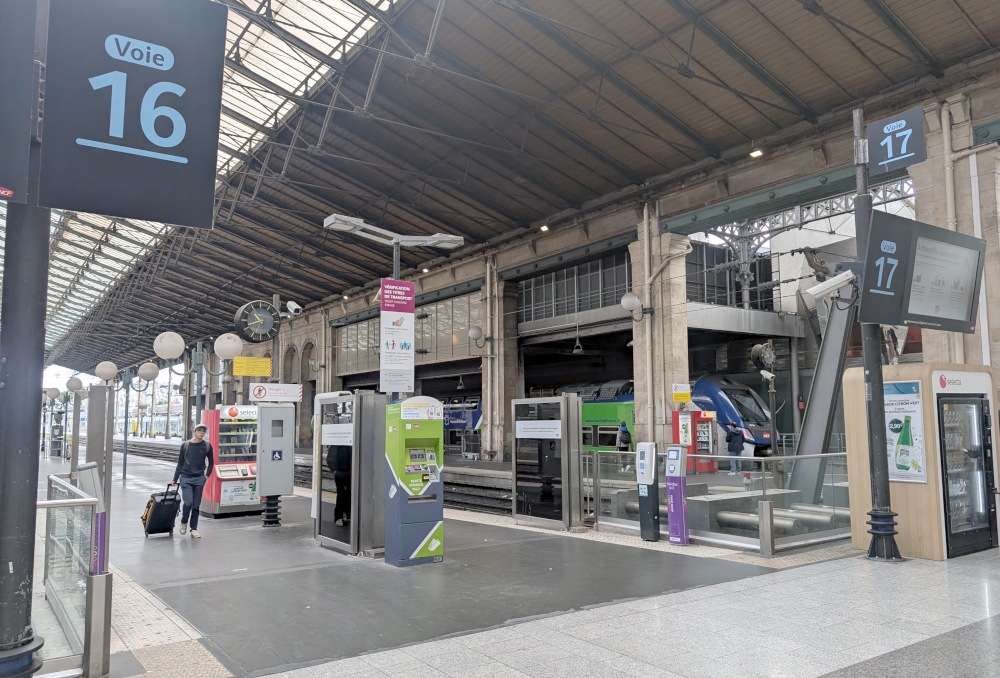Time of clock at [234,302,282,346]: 10:42
